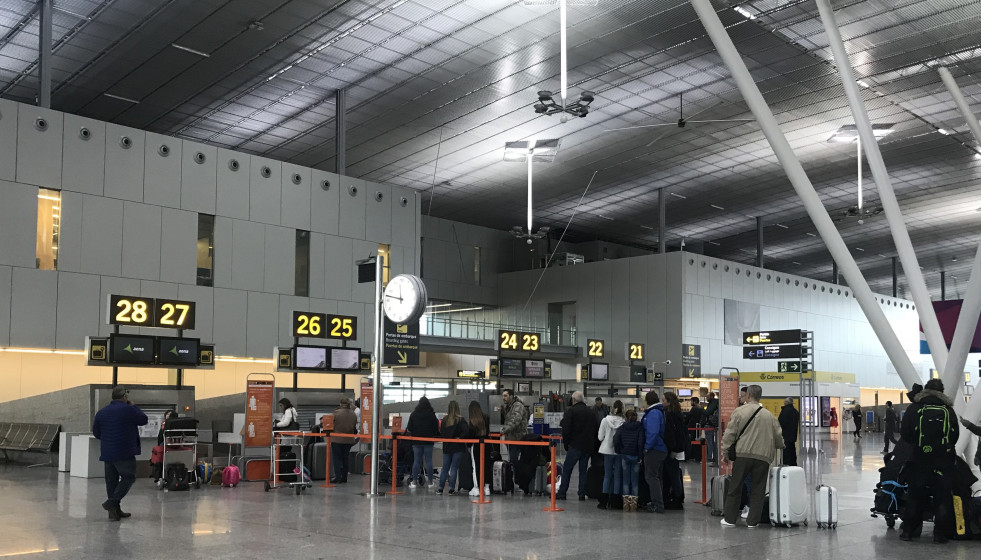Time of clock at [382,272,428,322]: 11:47
